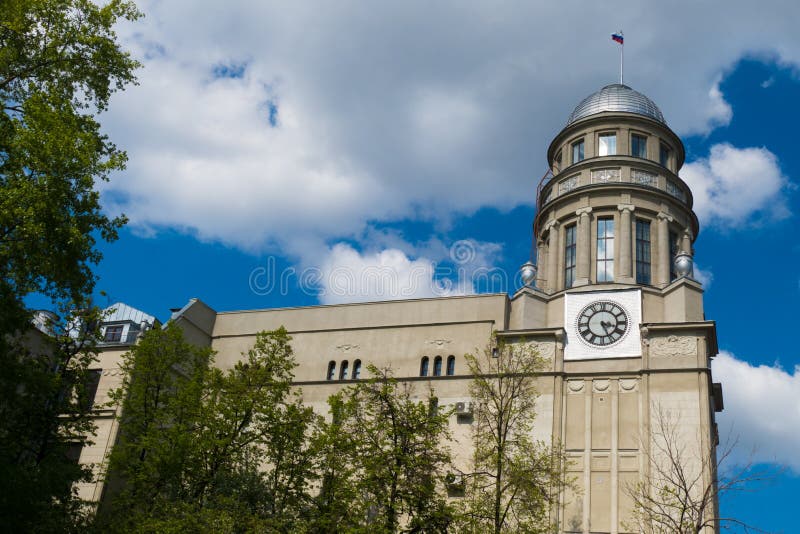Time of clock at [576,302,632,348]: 3:26
